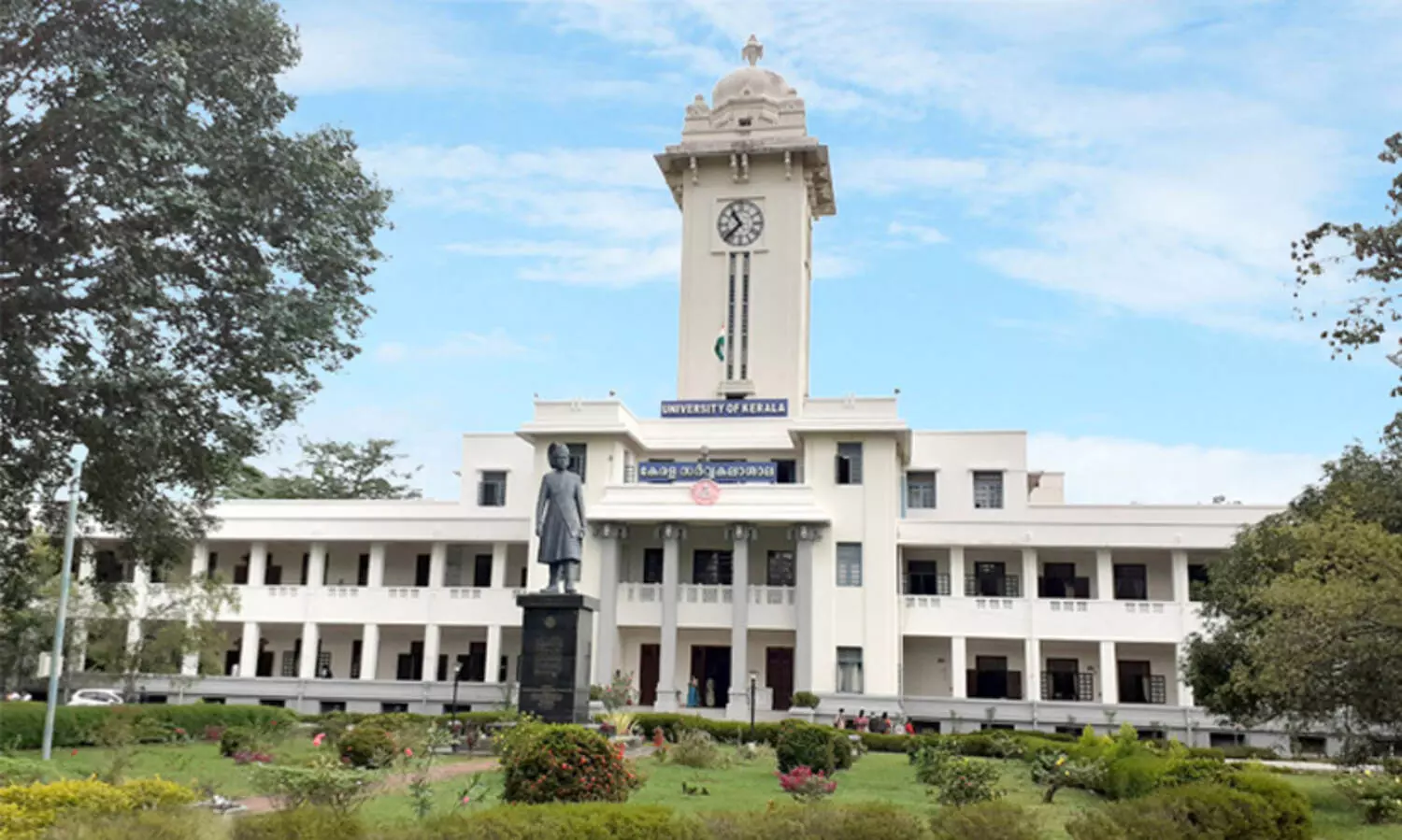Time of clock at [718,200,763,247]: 10:37
